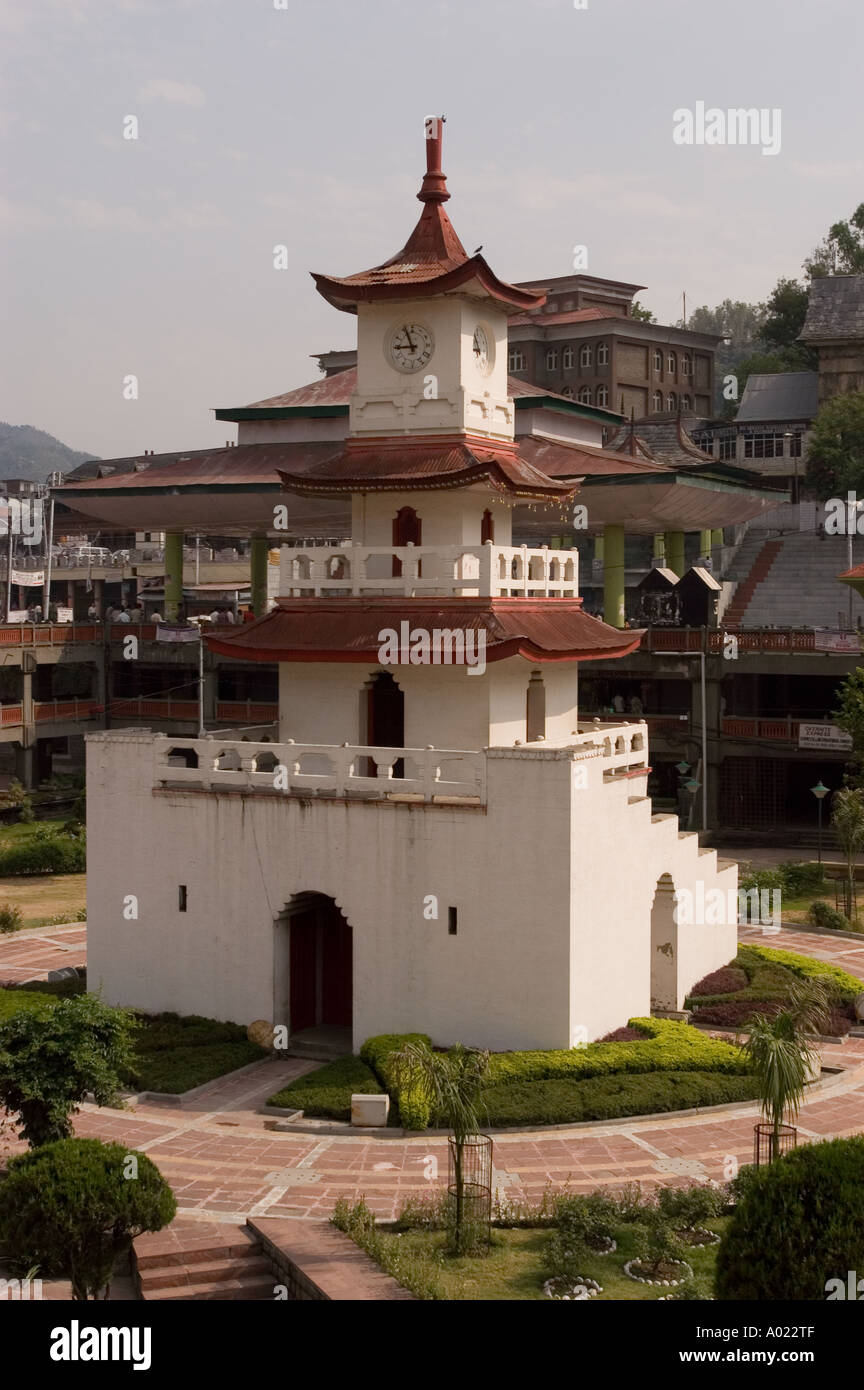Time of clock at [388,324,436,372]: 8:56
